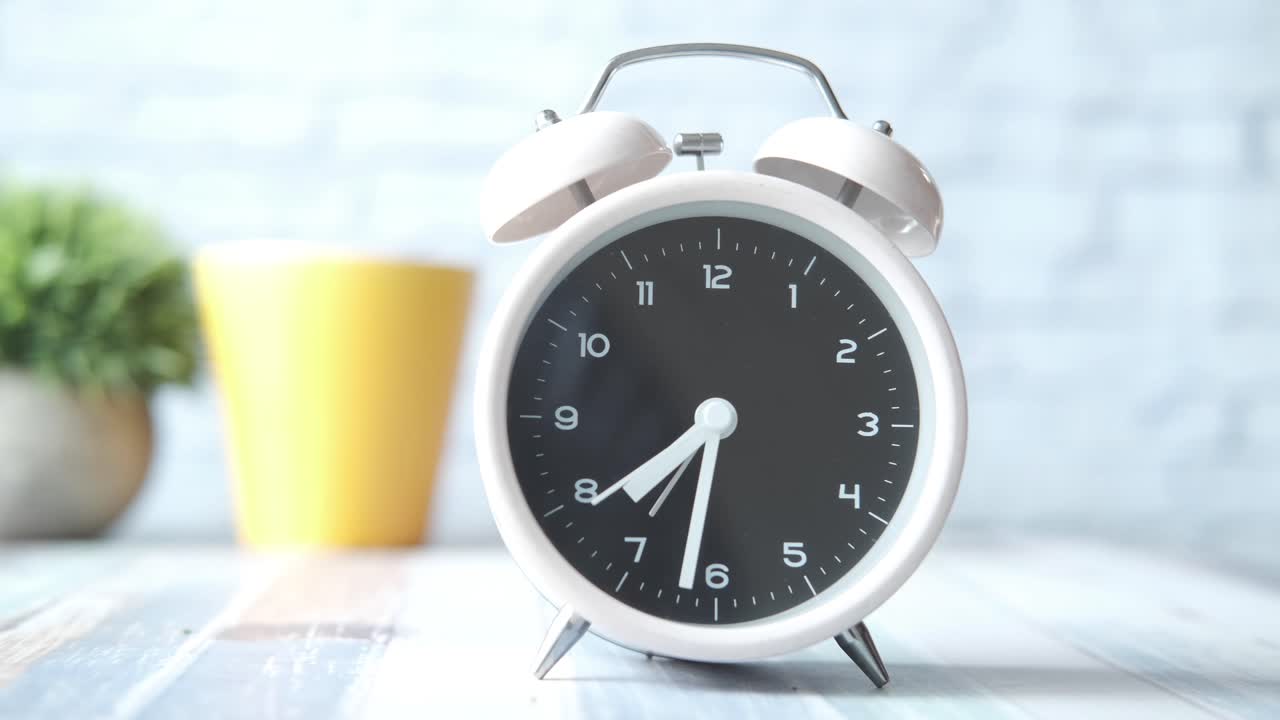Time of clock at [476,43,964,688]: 7:31
